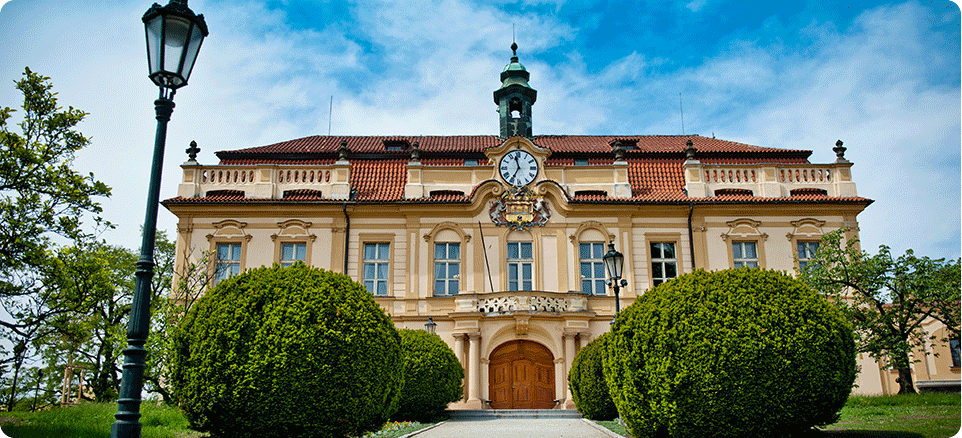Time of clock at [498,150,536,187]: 11:34
